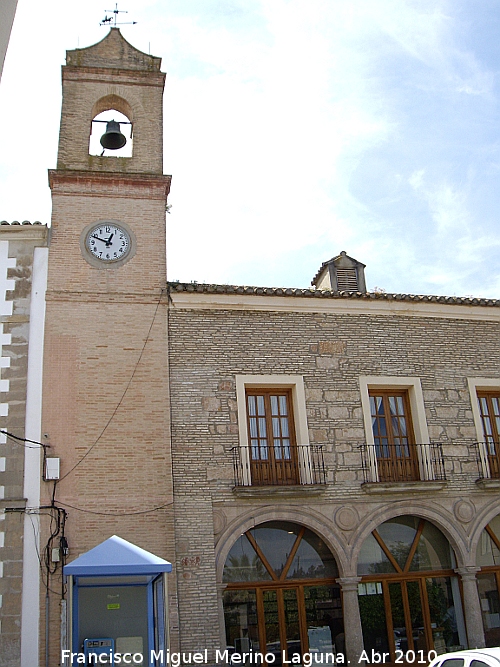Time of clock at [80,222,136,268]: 12:48
